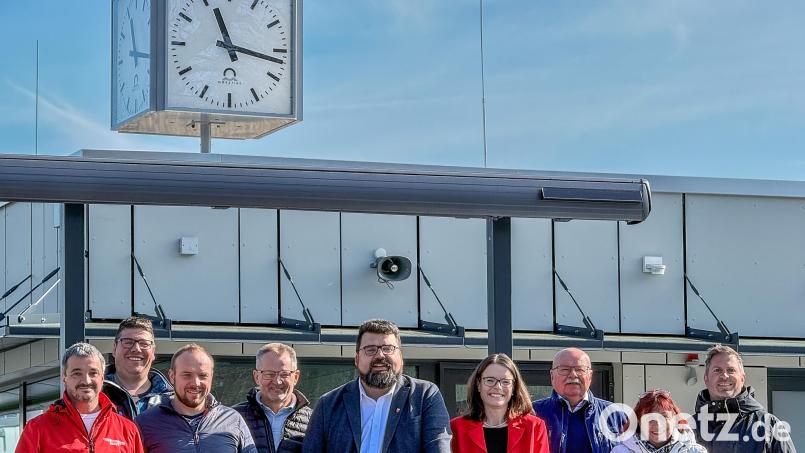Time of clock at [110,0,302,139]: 11:16
